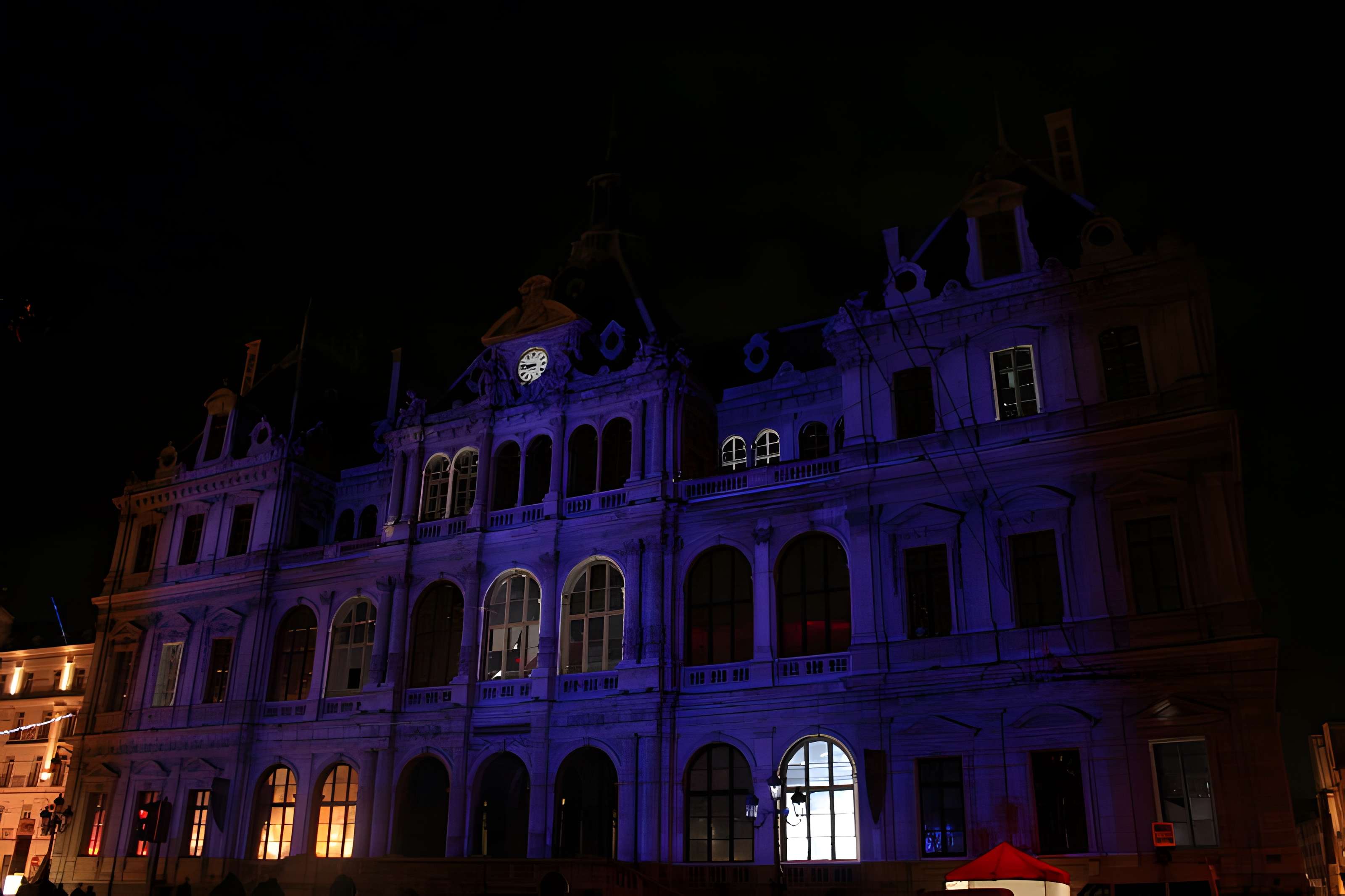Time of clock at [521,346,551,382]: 8:47
